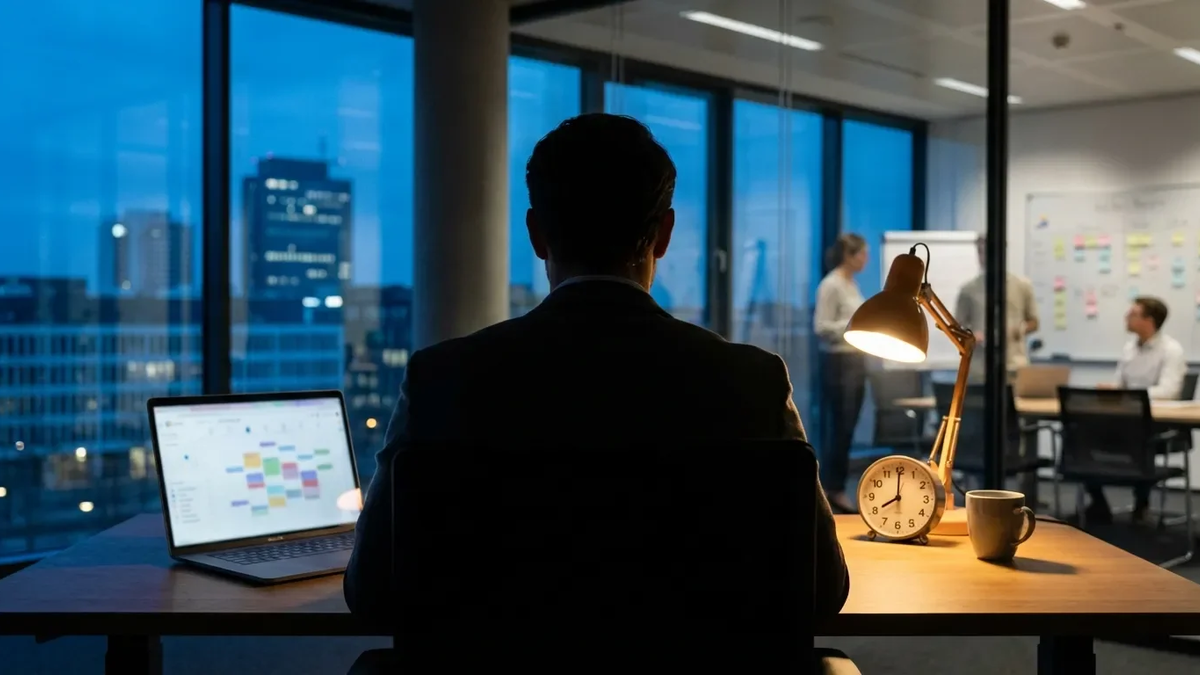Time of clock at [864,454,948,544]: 8:00
